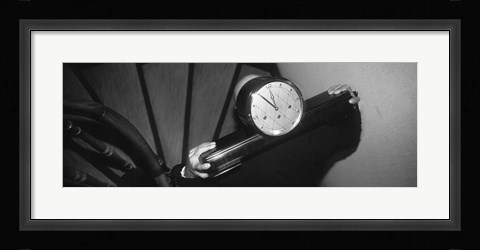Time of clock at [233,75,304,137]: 10:50
